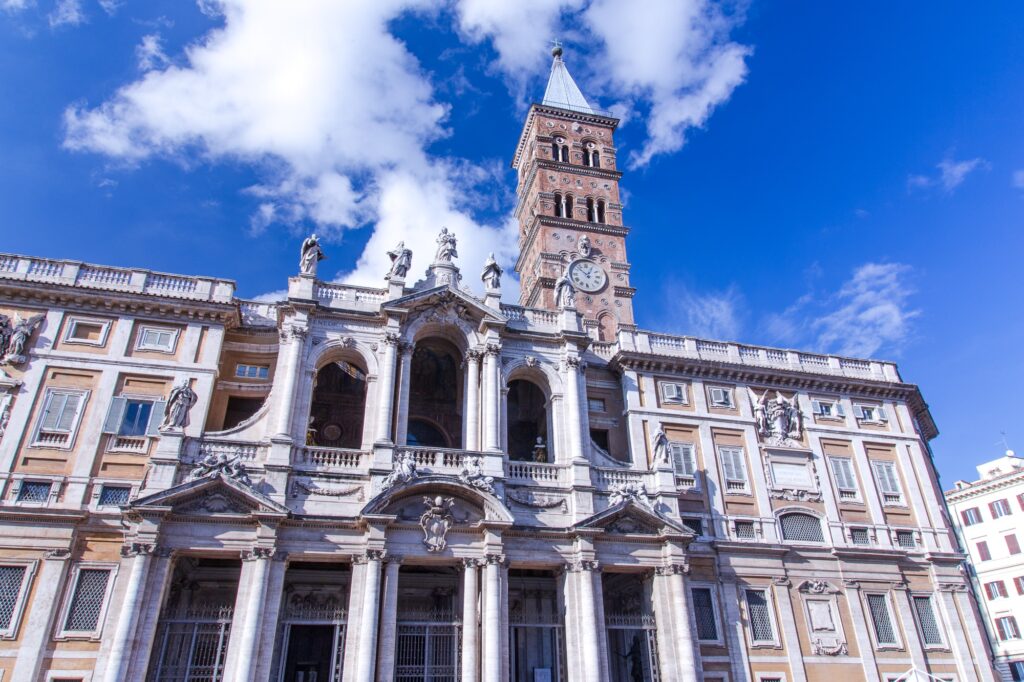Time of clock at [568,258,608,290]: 12:52
